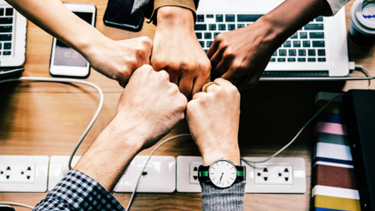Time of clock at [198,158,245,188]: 6:33
